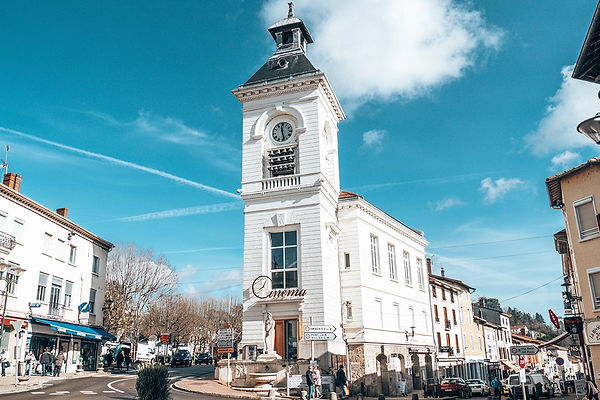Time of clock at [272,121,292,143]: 11:28
